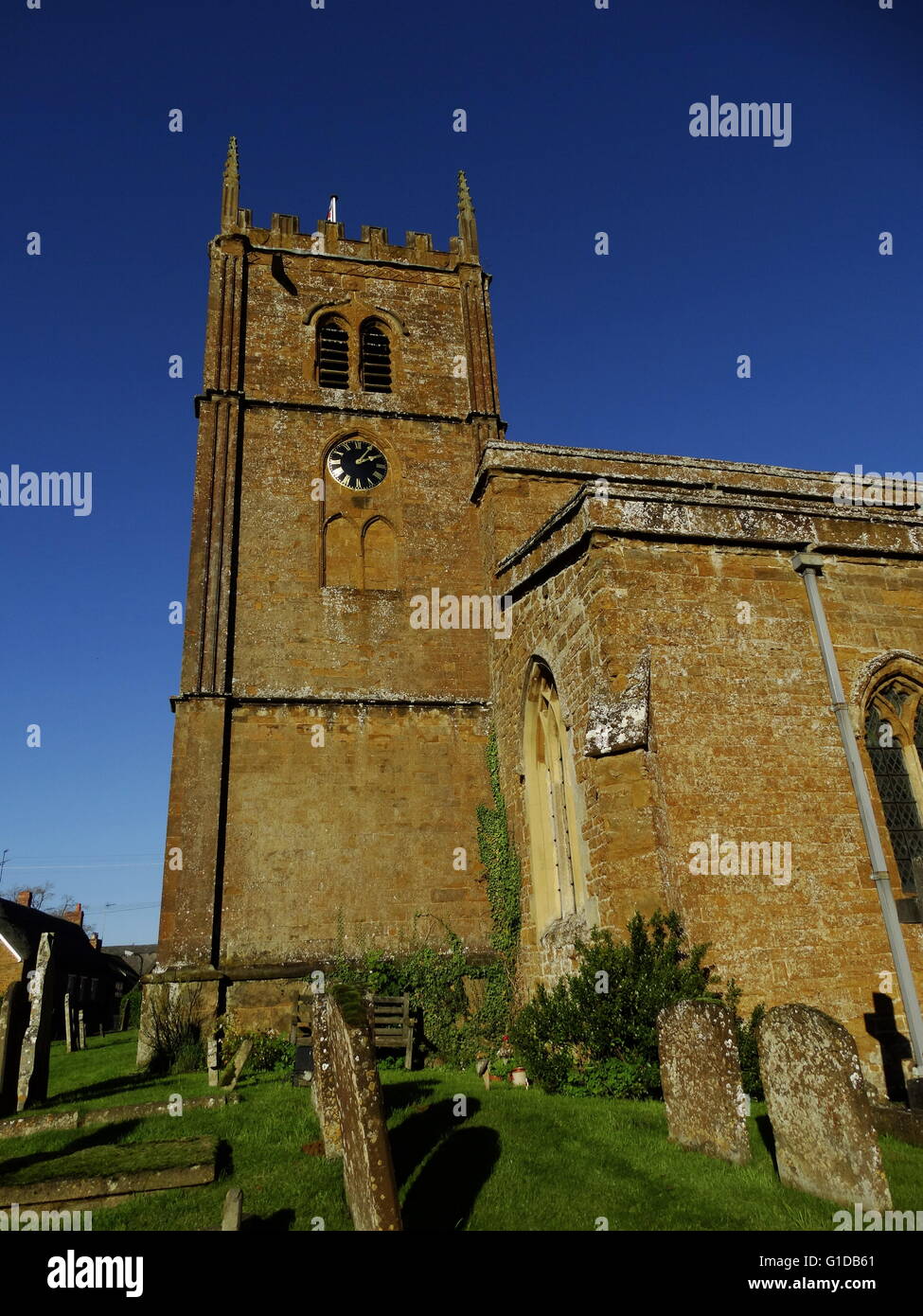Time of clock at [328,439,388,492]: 2:06
